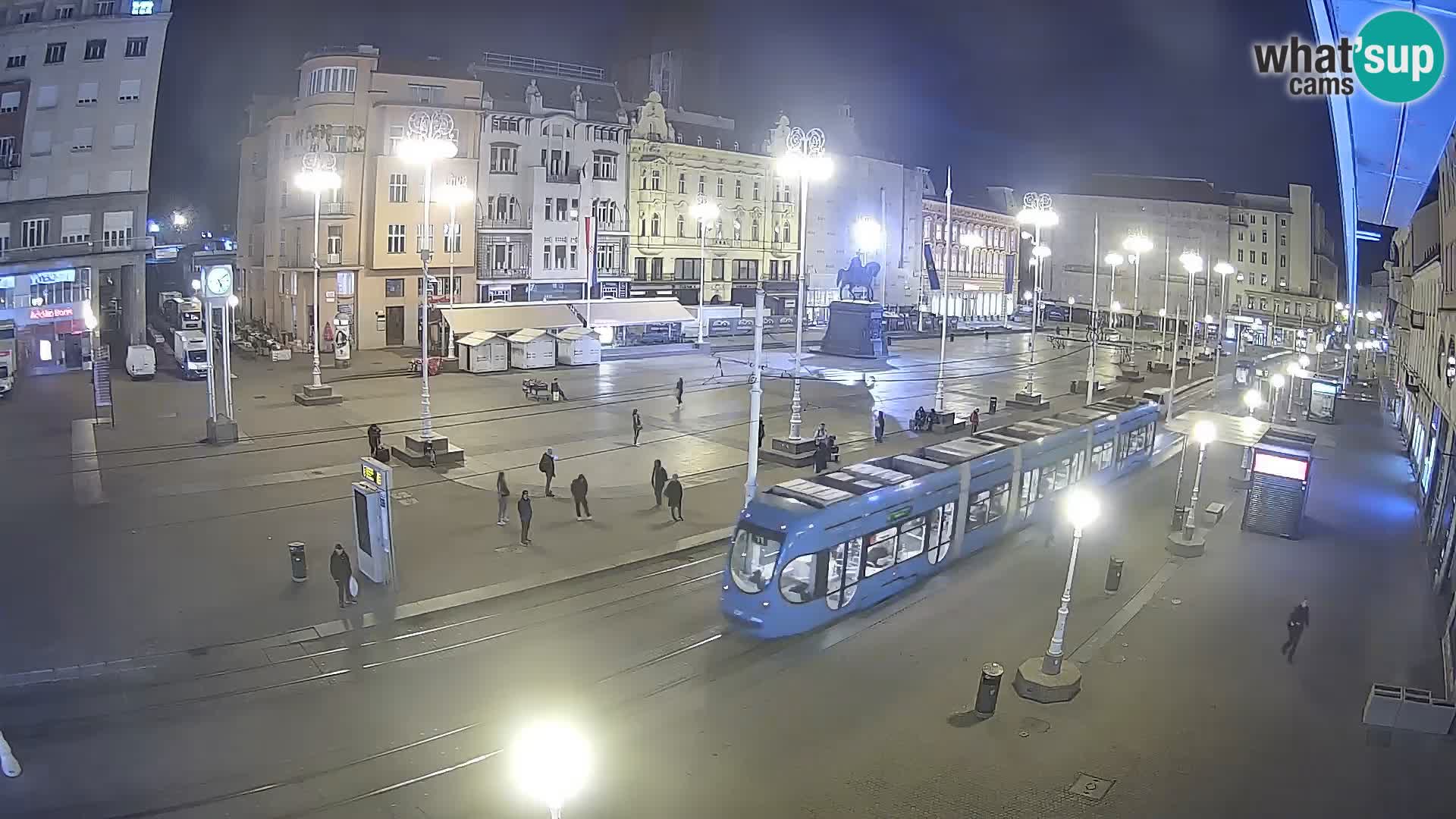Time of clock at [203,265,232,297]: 5:09
